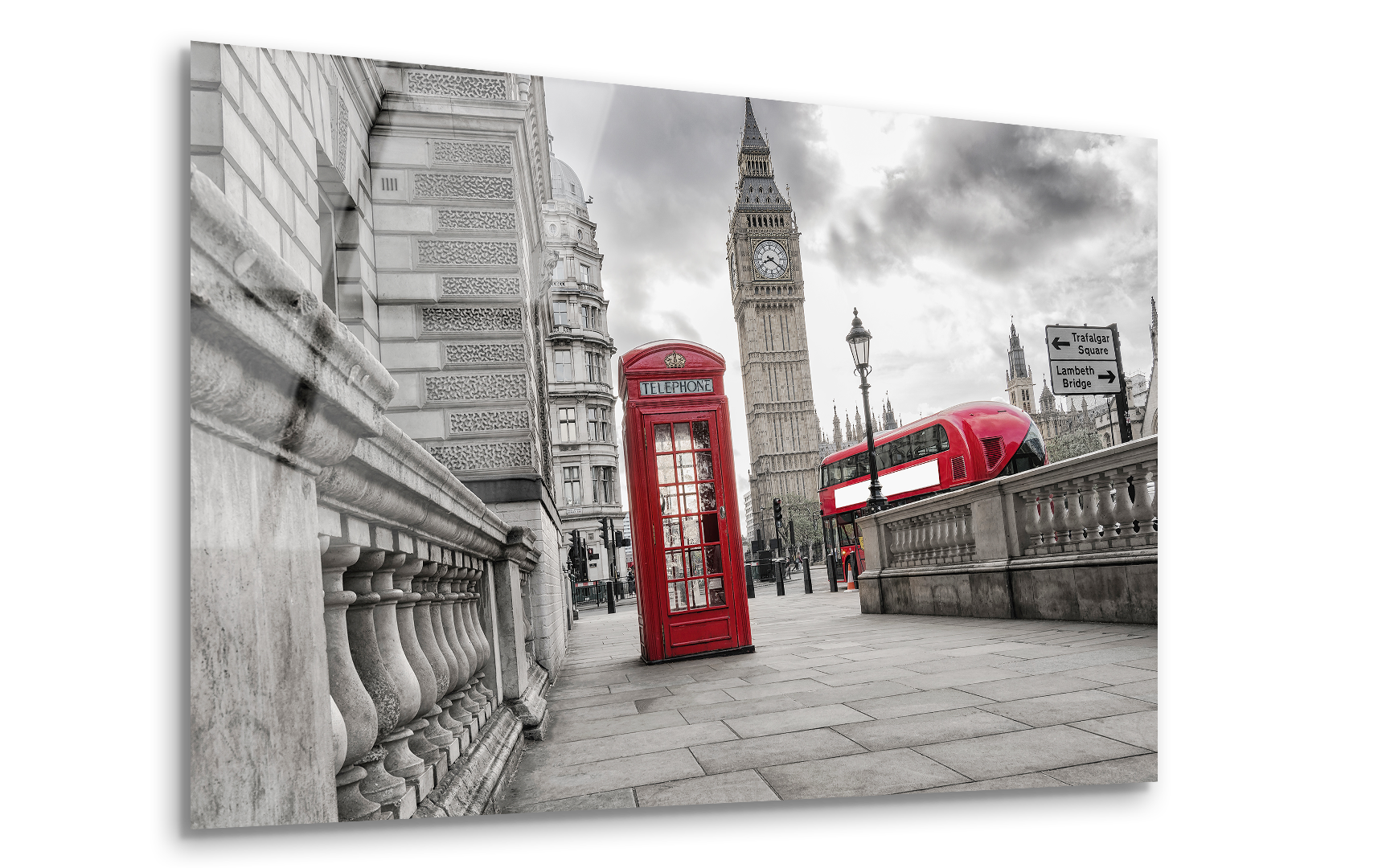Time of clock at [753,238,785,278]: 8:21
